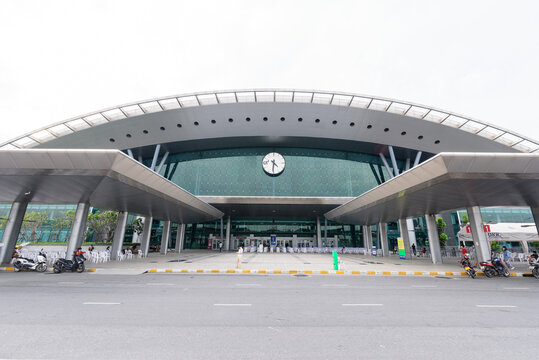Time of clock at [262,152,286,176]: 4:30
